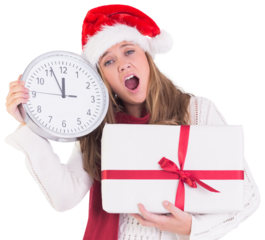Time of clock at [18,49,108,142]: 11:55
